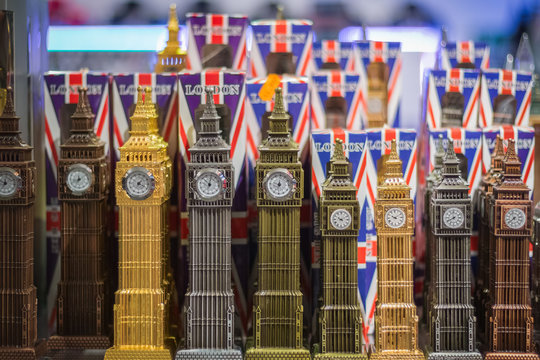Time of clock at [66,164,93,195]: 8:34
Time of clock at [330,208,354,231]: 10:10
